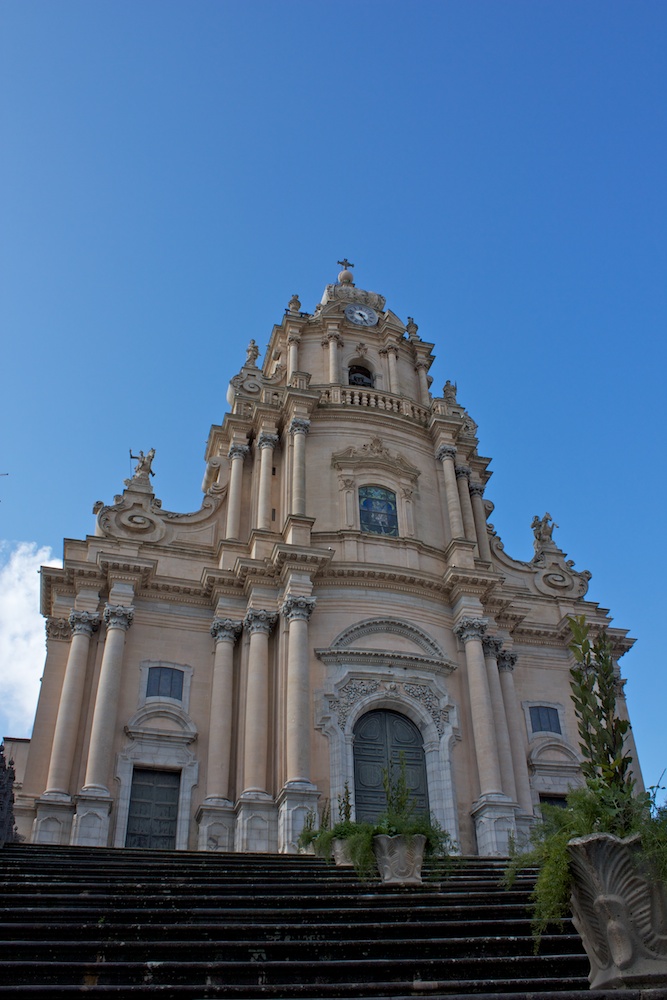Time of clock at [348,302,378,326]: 9:25
